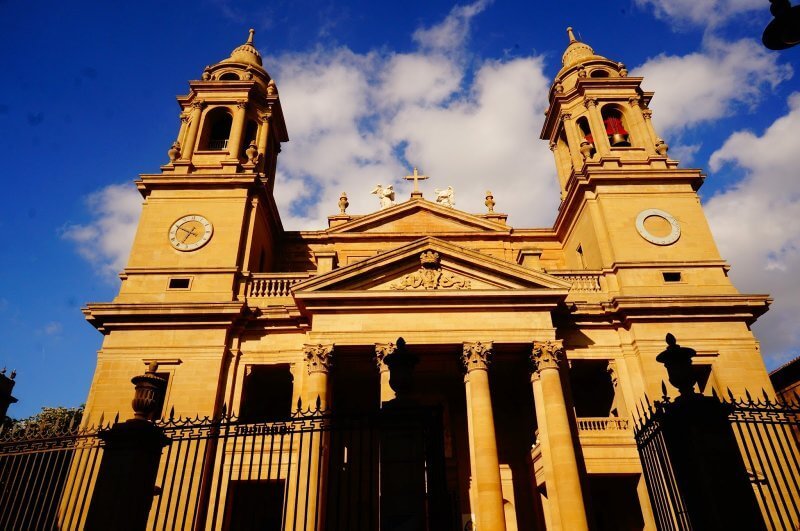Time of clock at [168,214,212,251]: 6:49
